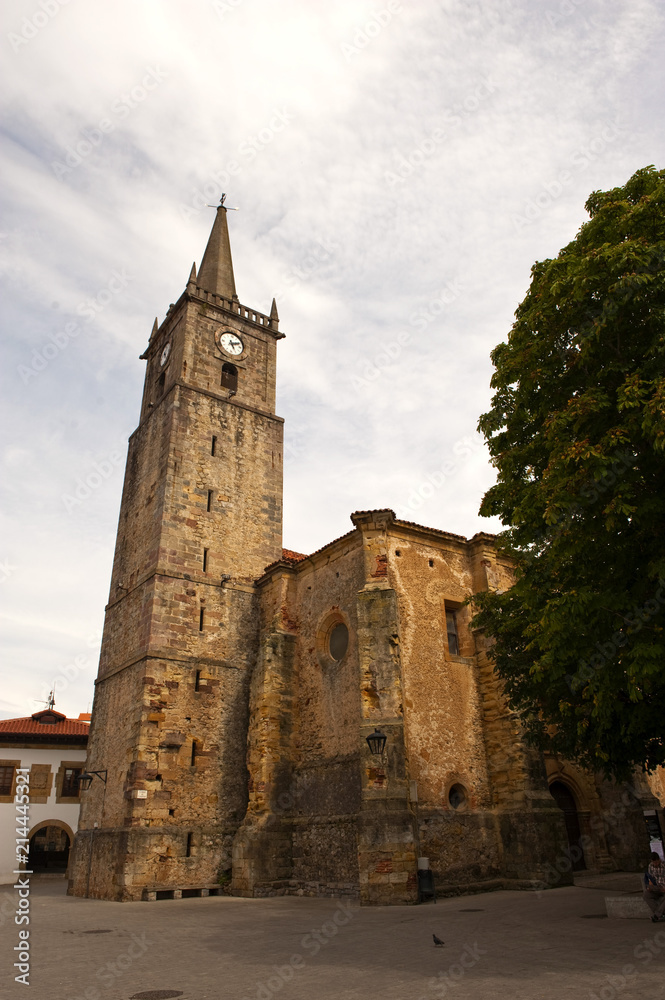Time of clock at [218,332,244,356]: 5:11
